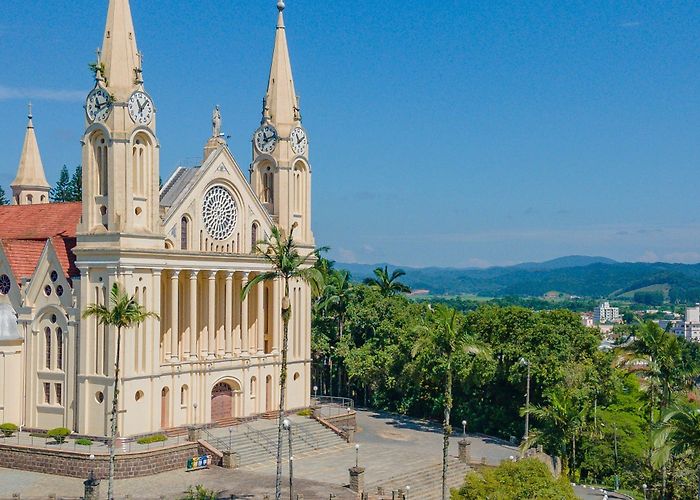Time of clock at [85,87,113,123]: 11:12
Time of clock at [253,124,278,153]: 11:12
